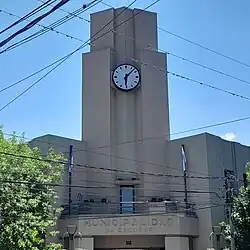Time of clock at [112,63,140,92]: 6:07
